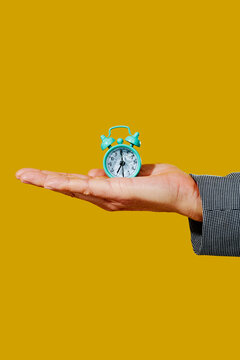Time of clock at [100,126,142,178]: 7:00
